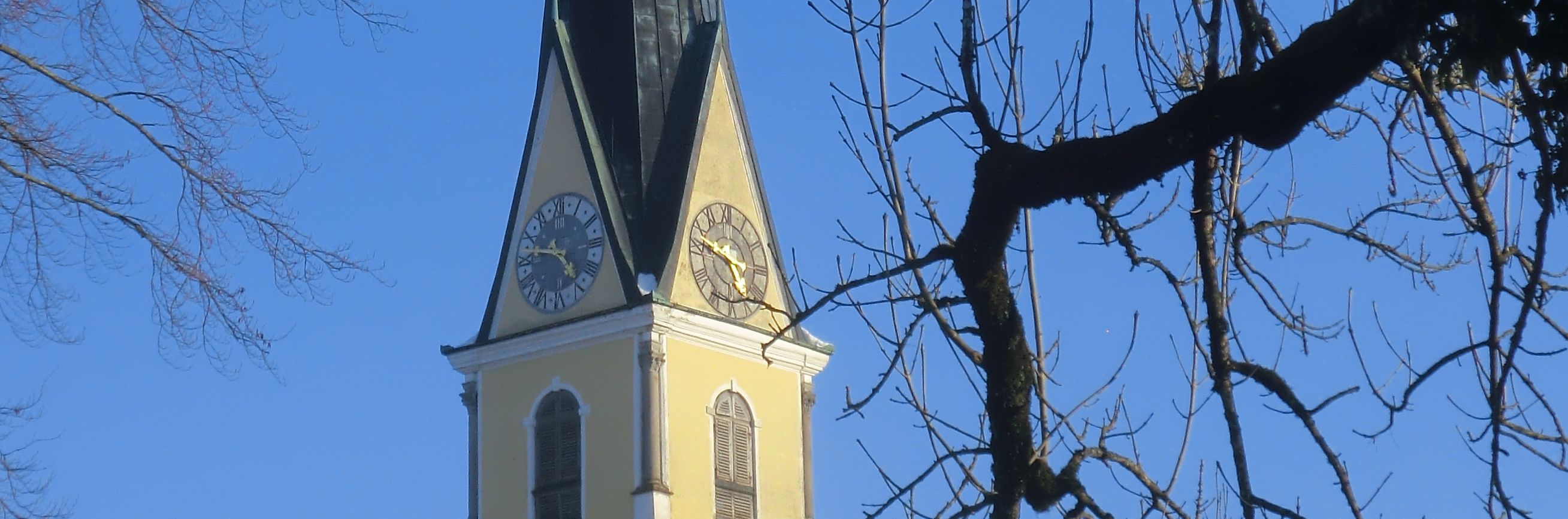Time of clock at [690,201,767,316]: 5:47
